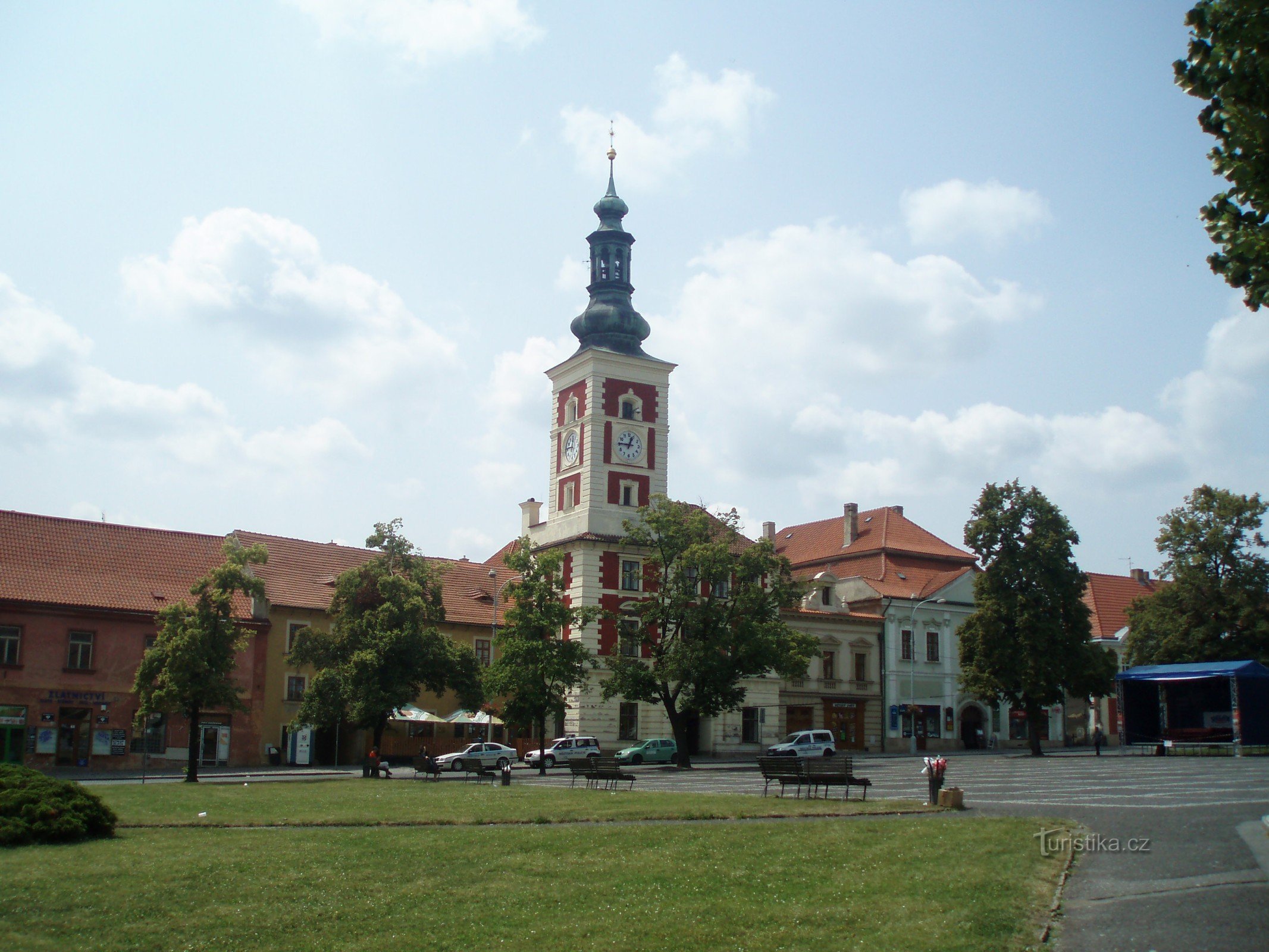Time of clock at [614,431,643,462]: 12:45
